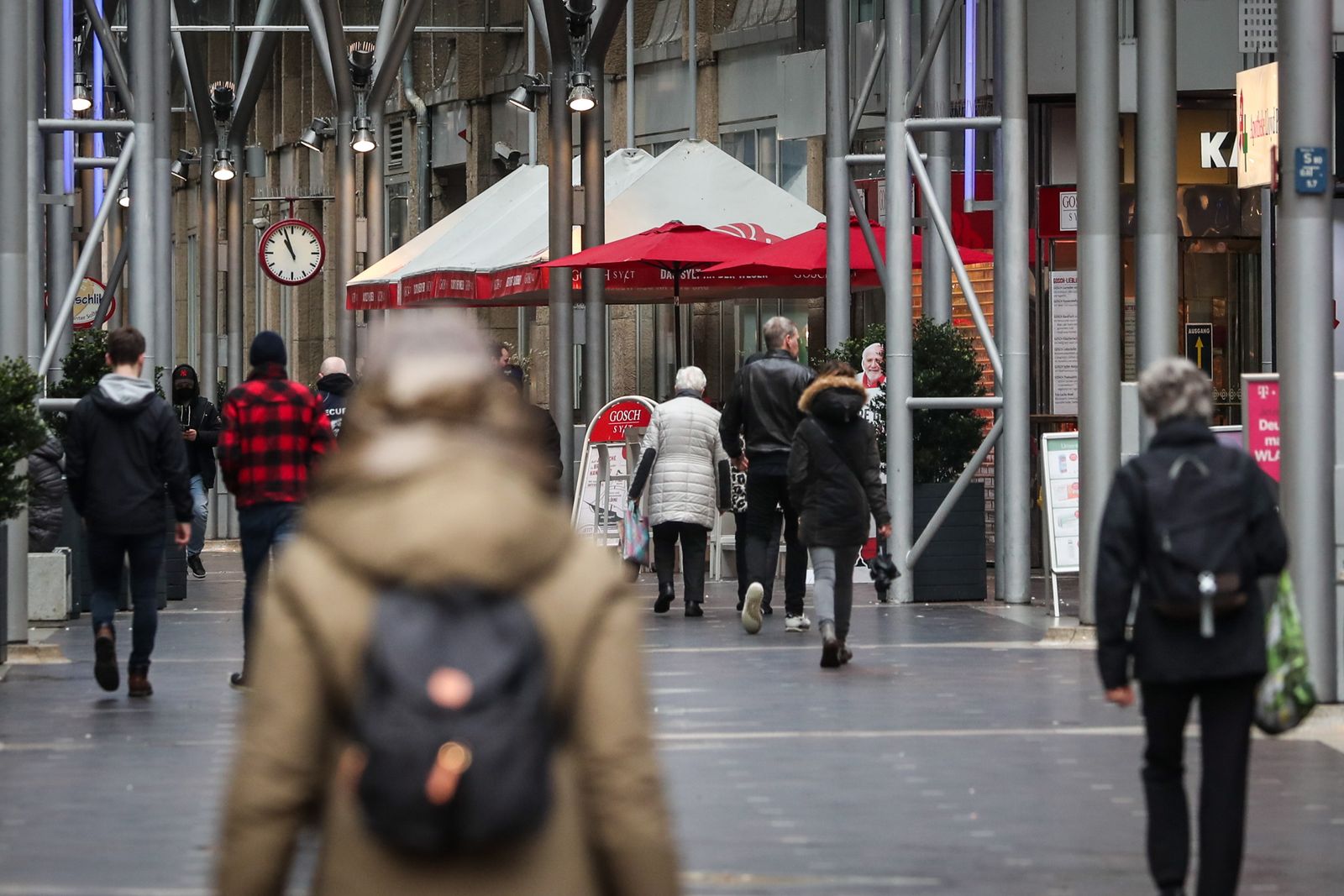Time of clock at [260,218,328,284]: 10:56
